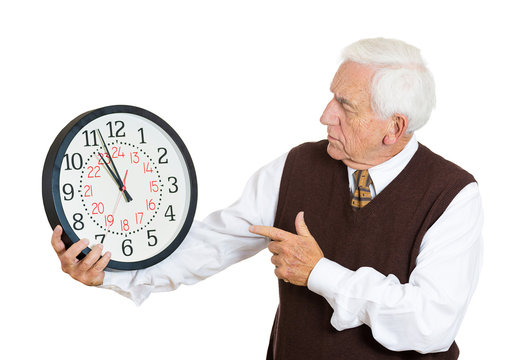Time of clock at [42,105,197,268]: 10:56
